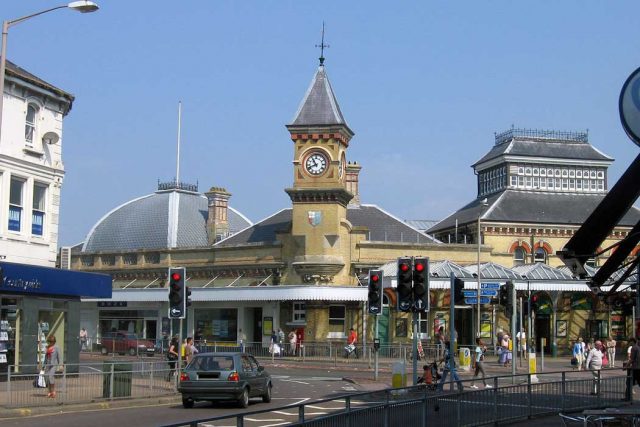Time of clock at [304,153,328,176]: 10:41
